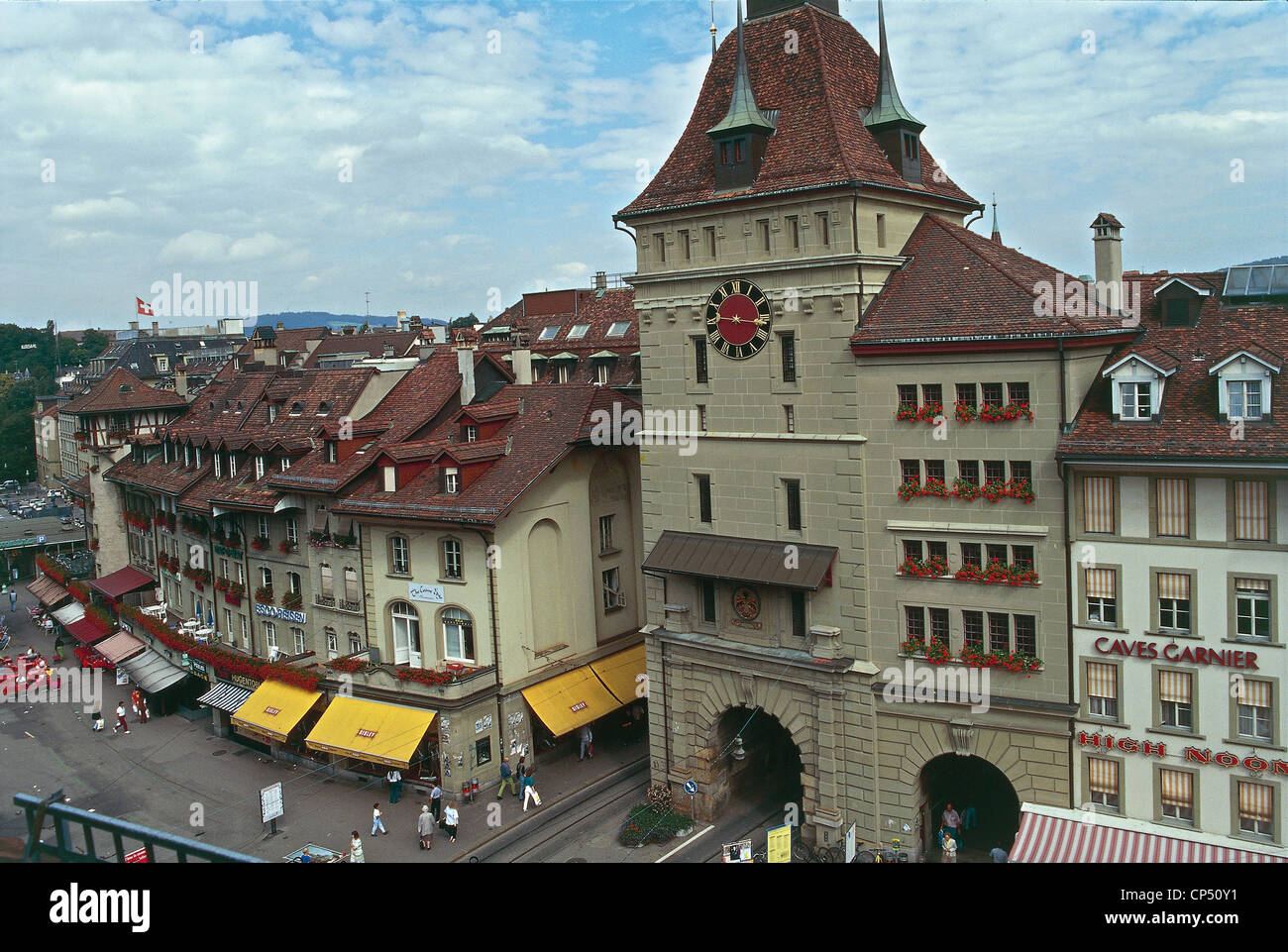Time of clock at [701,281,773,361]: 9:16
